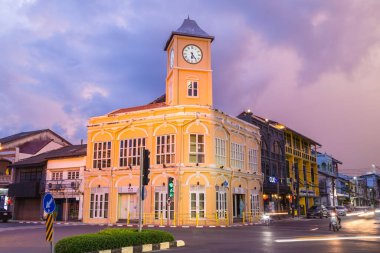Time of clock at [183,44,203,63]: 6:23
